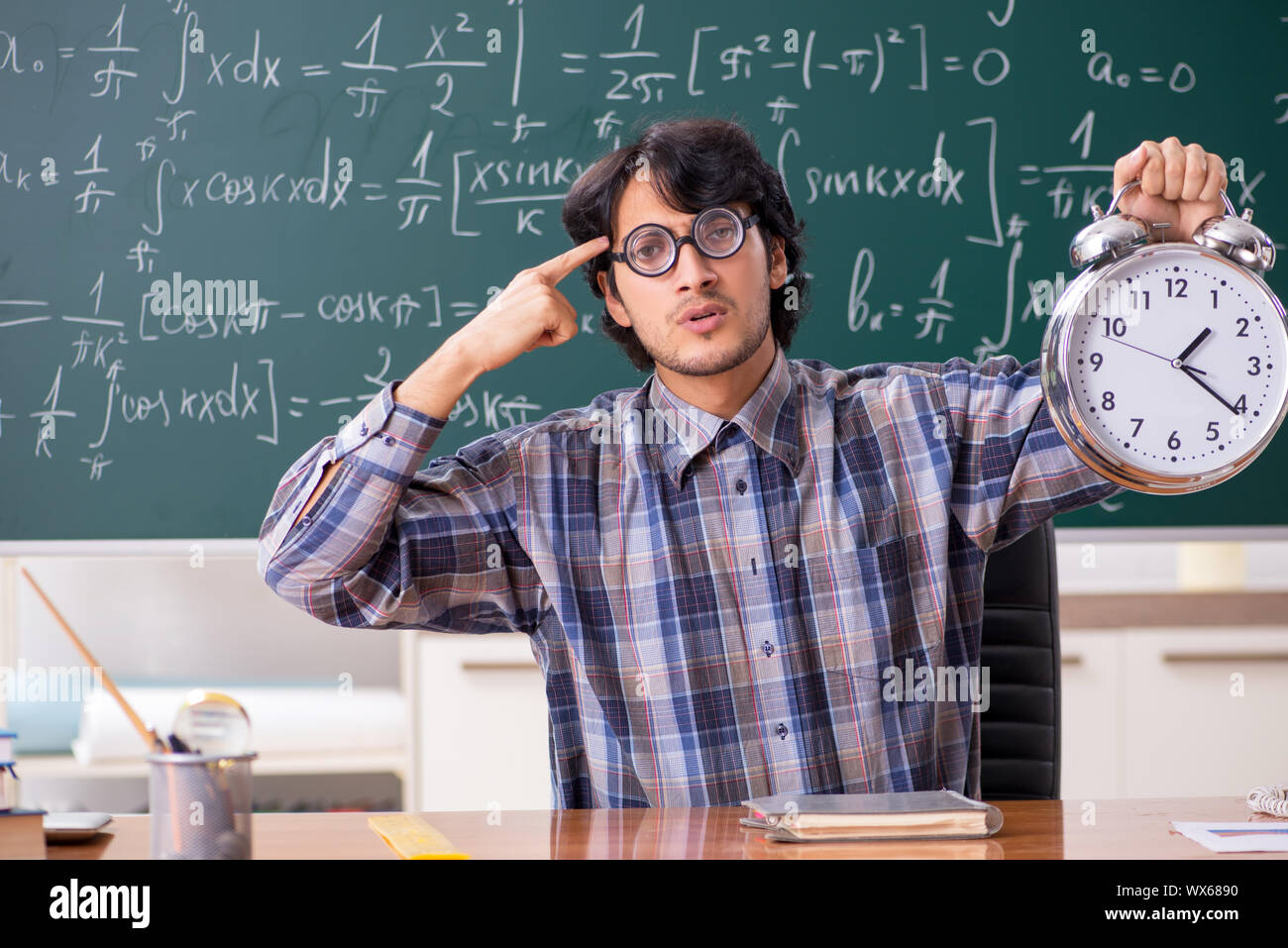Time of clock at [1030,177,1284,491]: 1:21
